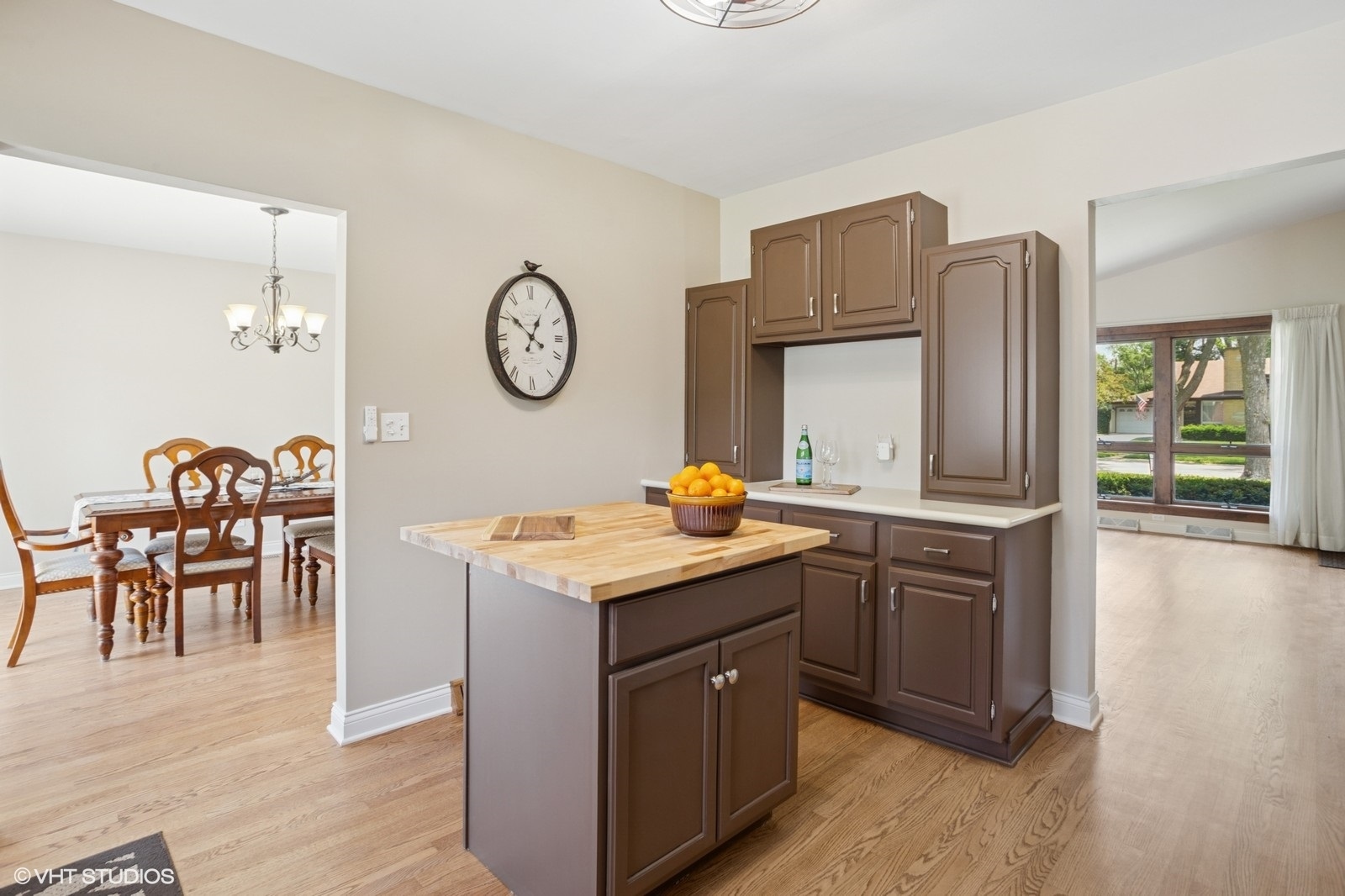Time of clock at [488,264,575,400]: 12:51
